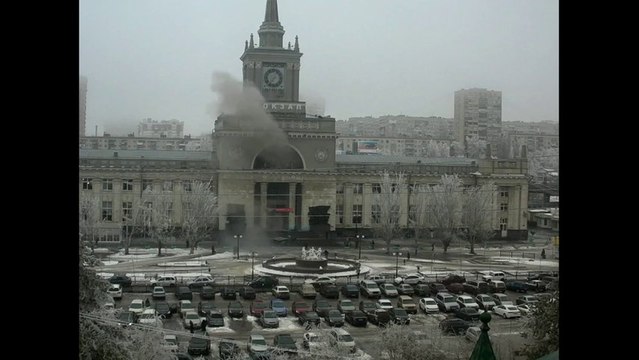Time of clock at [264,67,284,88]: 7:03
